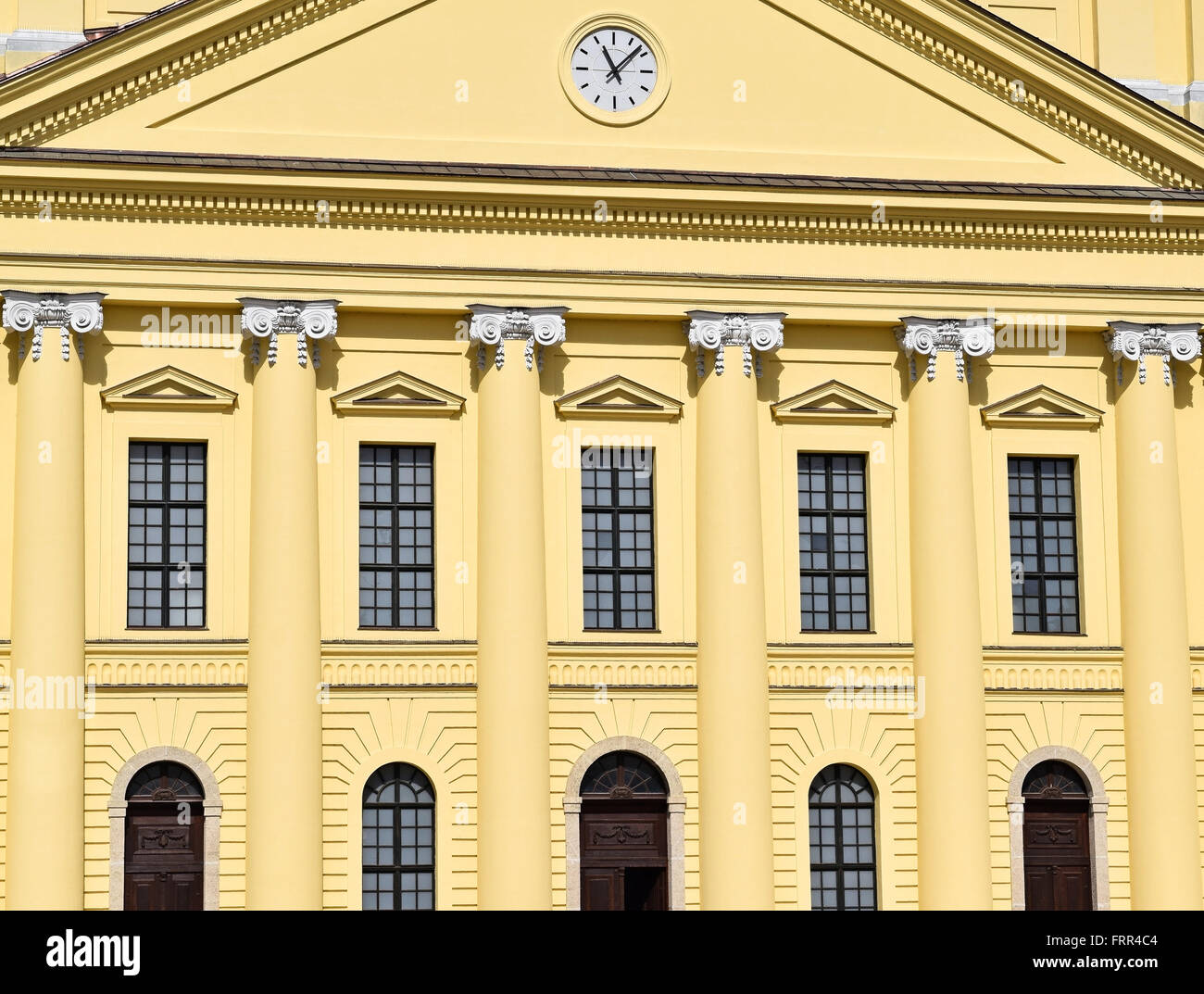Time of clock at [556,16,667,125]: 11:07
